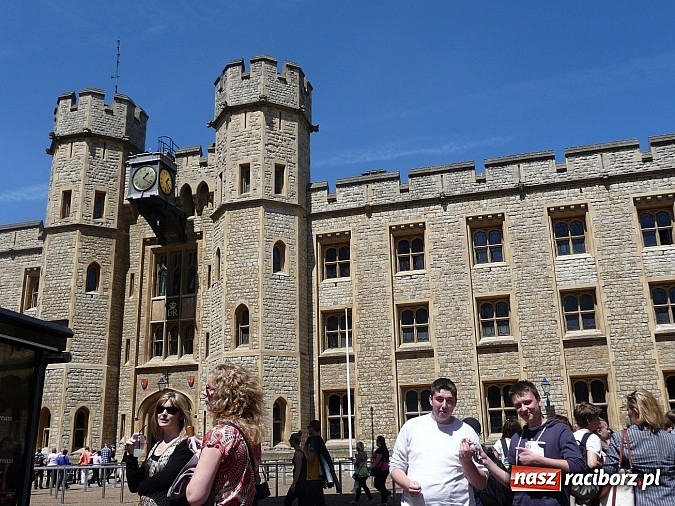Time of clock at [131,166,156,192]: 1:21
